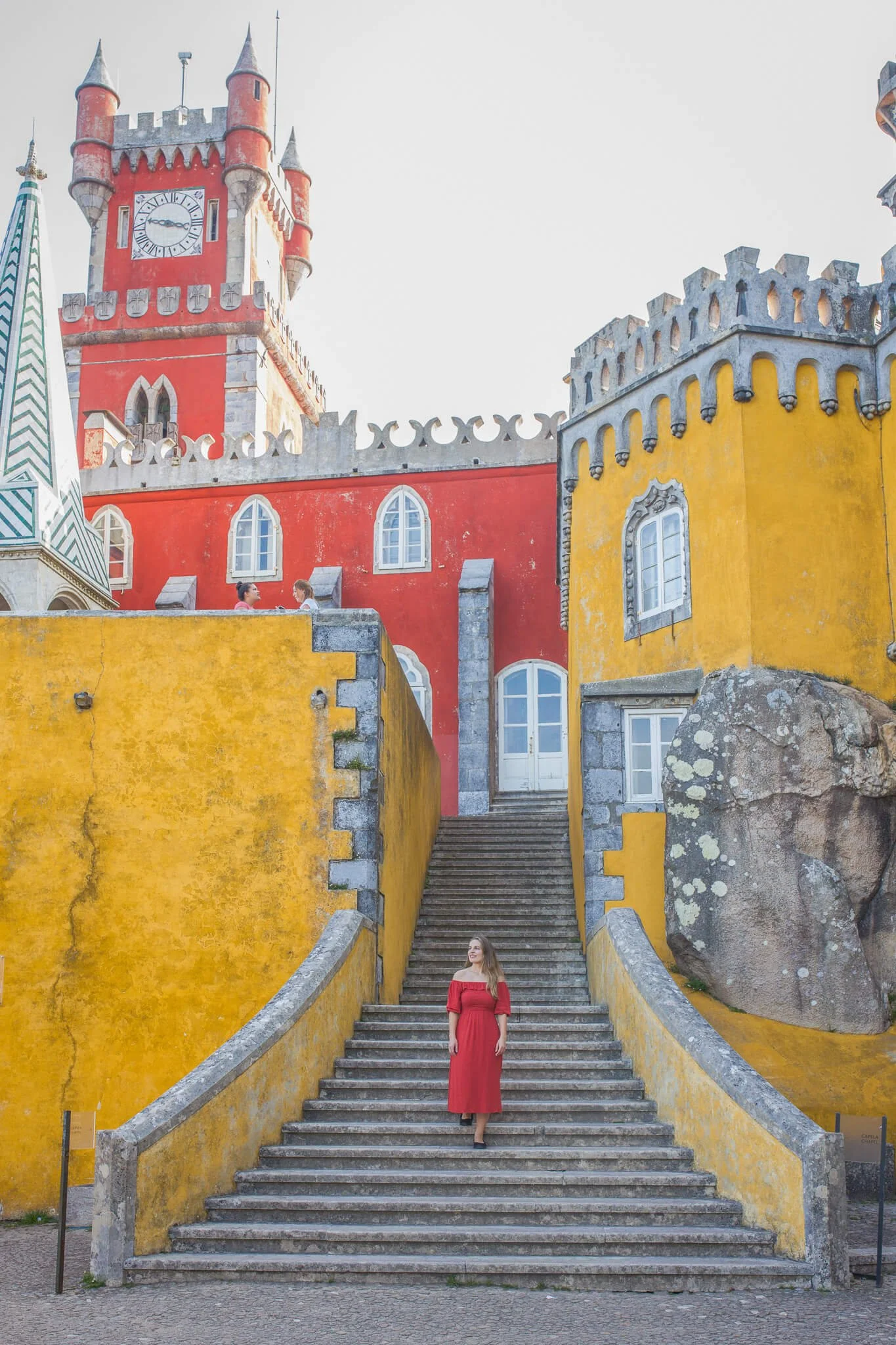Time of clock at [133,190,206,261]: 9:17
